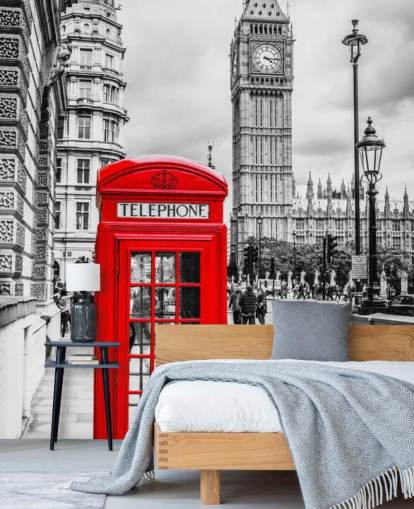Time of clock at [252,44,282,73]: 4:15
